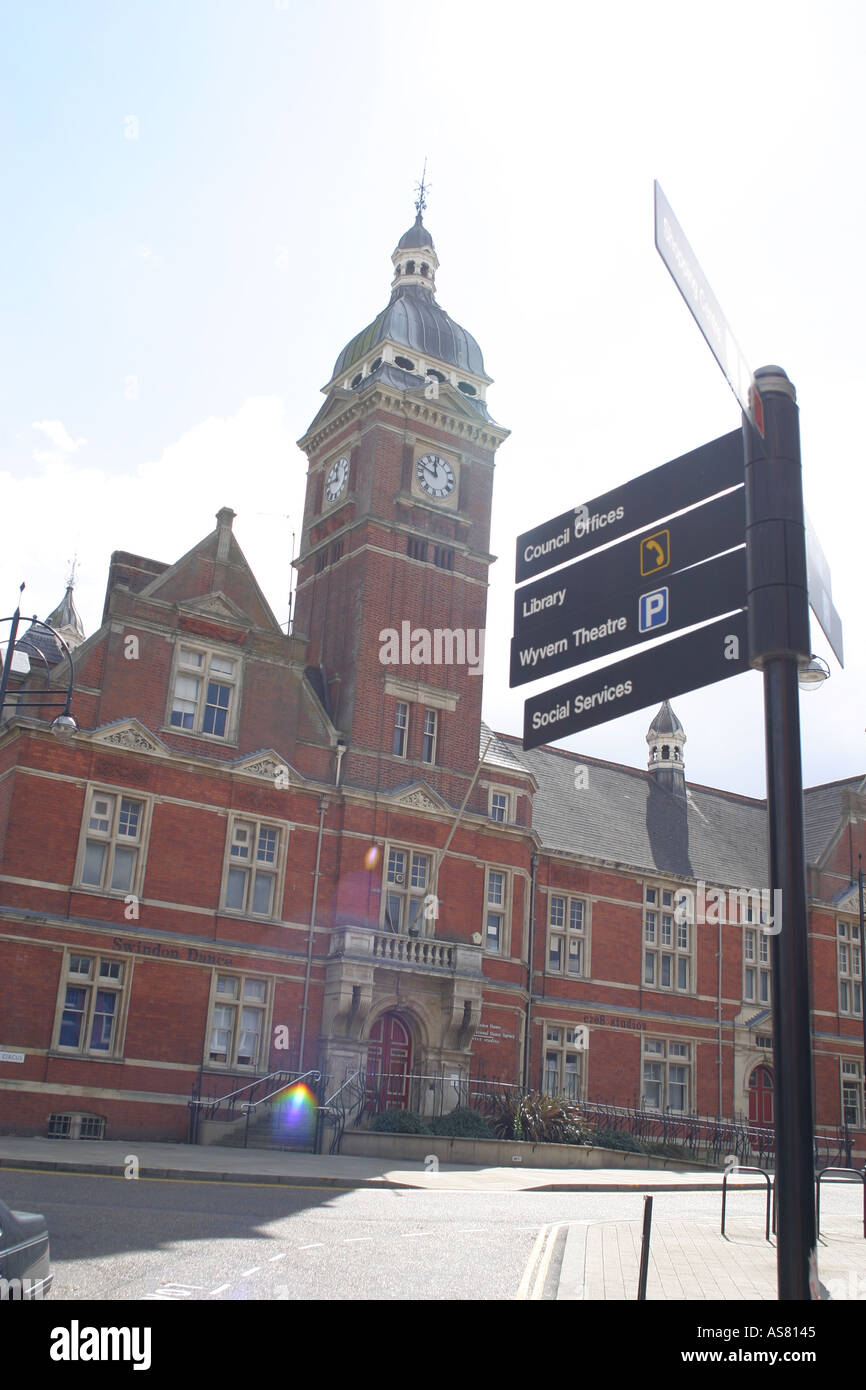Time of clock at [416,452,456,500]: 11:47
